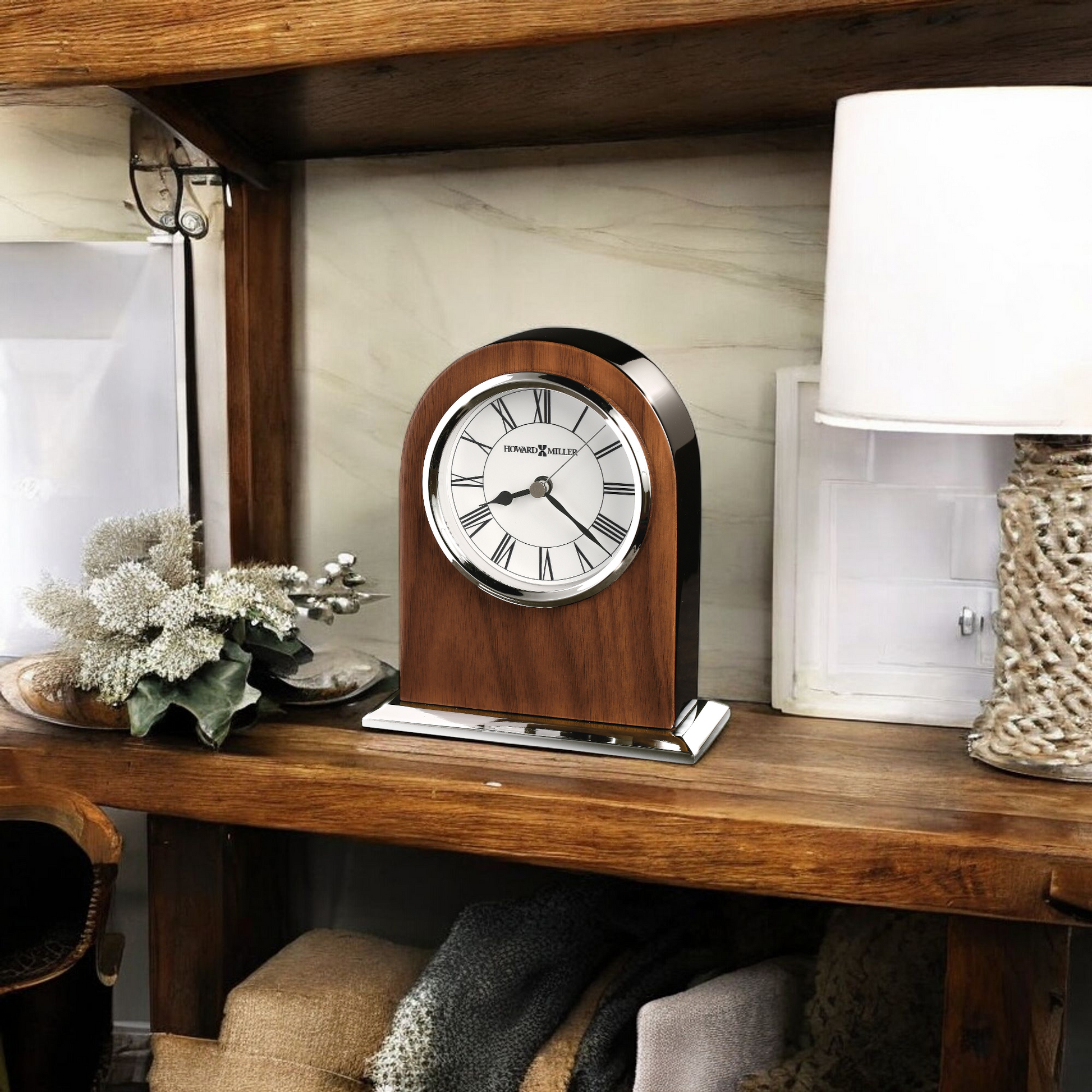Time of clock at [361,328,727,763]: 8:21
